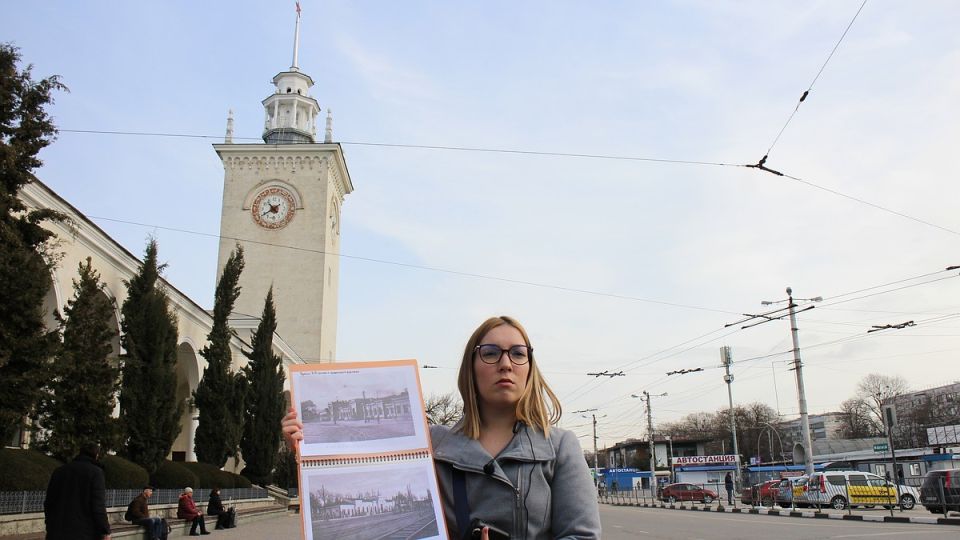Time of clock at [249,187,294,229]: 10:39
